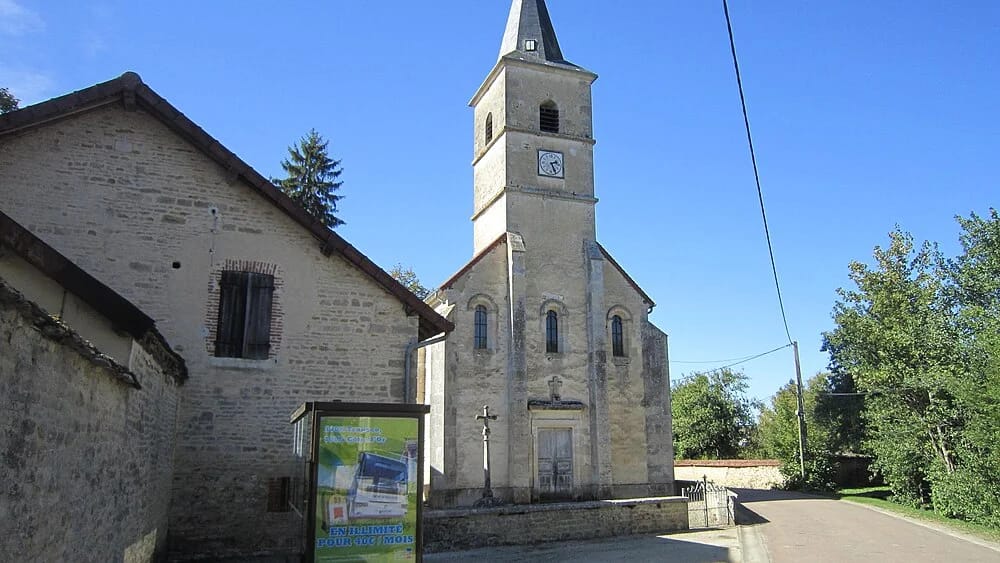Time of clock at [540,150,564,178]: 2:26
